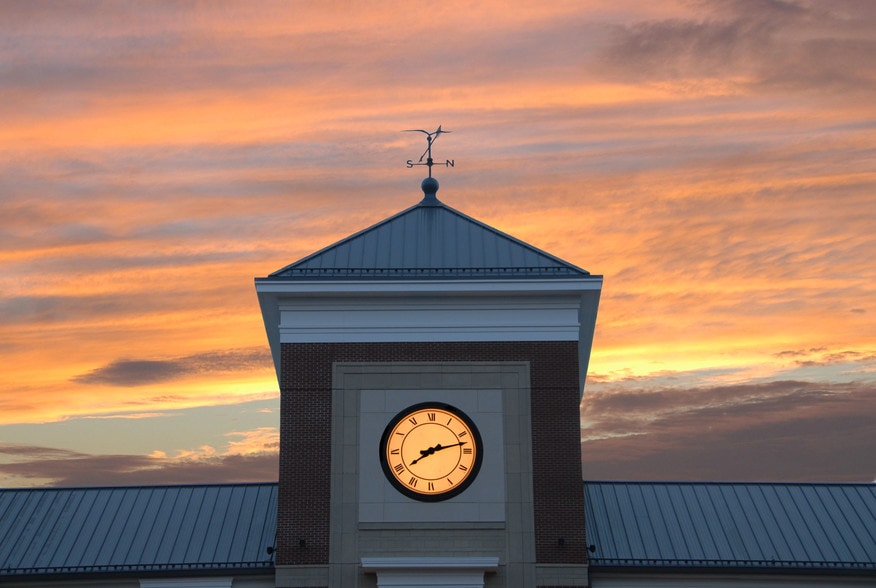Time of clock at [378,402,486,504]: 8:12
